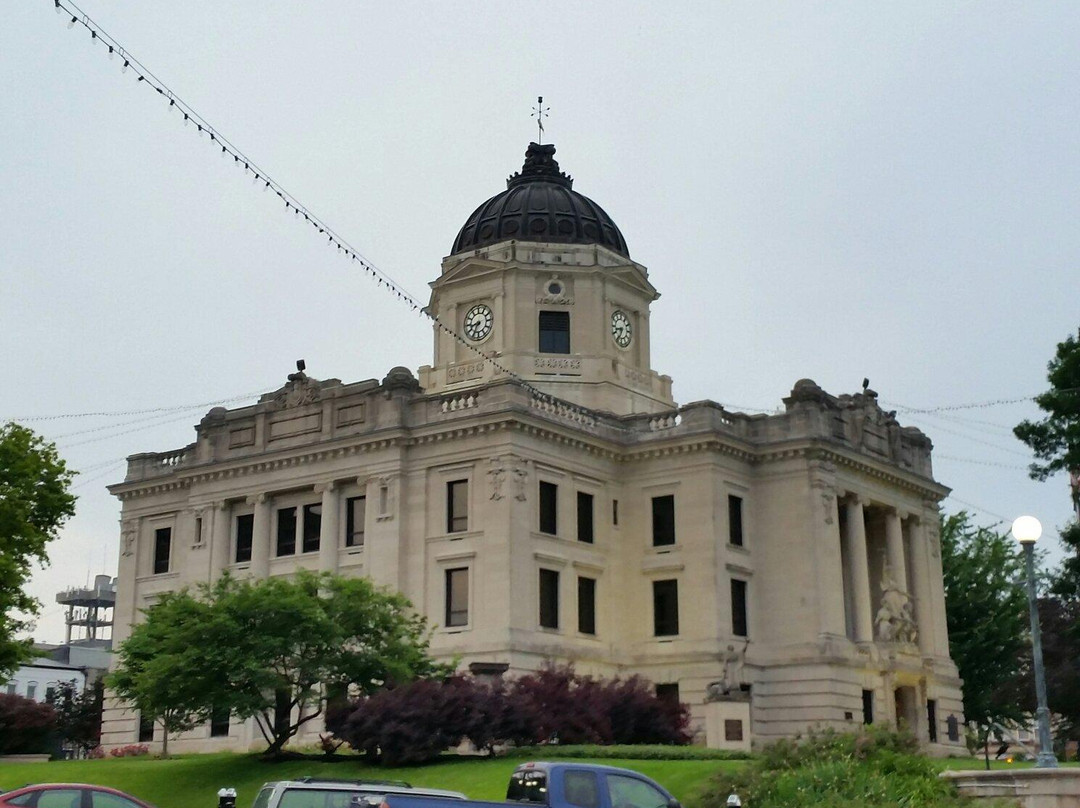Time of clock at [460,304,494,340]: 8:34
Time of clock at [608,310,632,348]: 8:33
